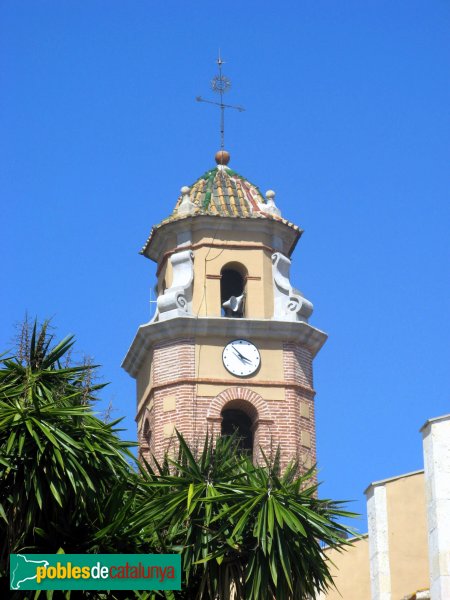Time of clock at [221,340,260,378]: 3:53
